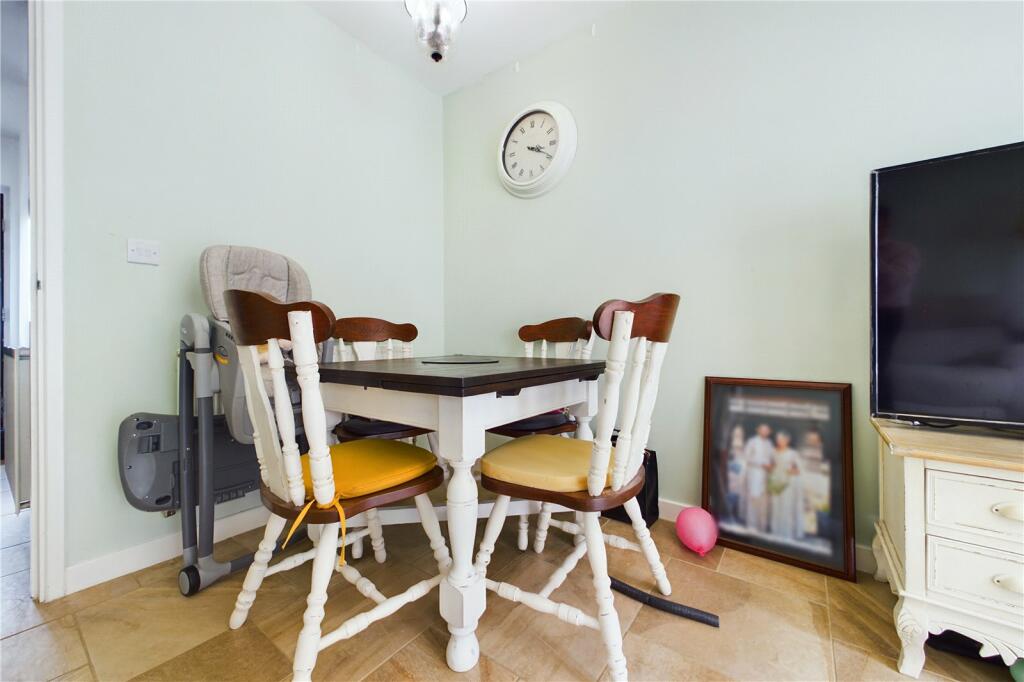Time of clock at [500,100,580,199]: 3:19
